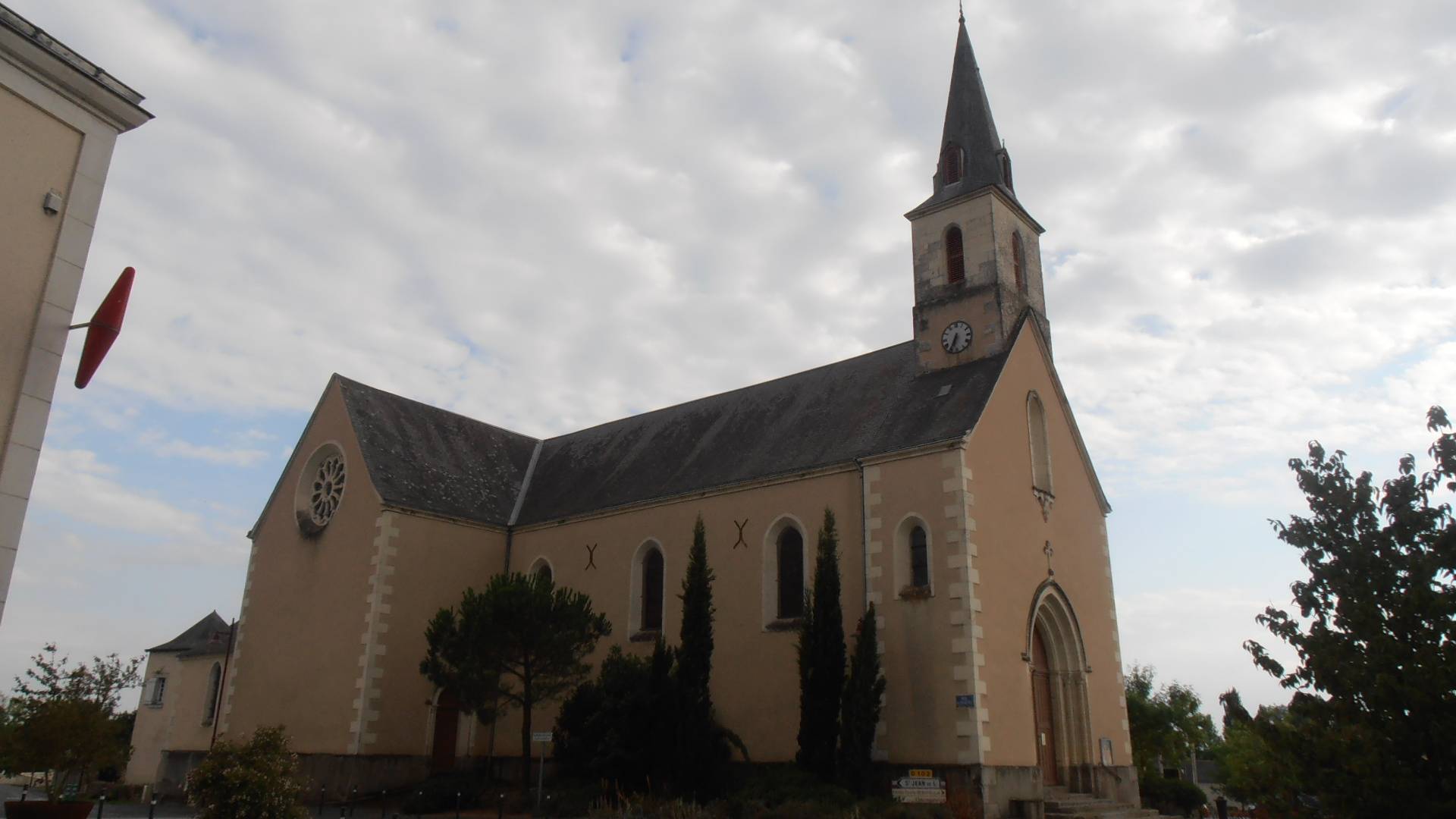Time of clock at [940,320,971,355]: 6:34
